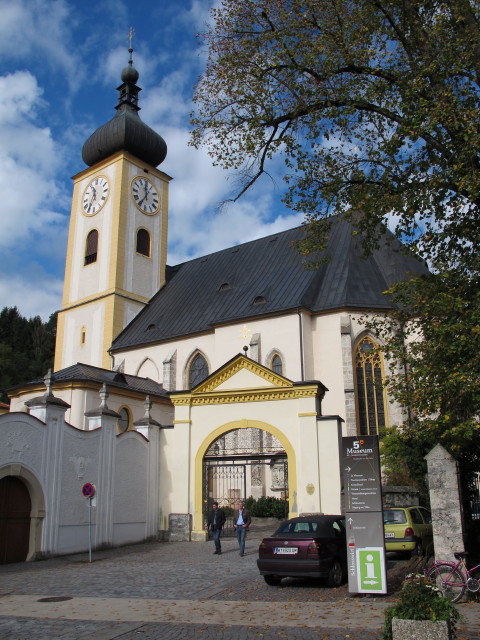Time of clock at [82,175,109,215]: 11:35
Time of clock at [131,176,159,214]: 11:35
